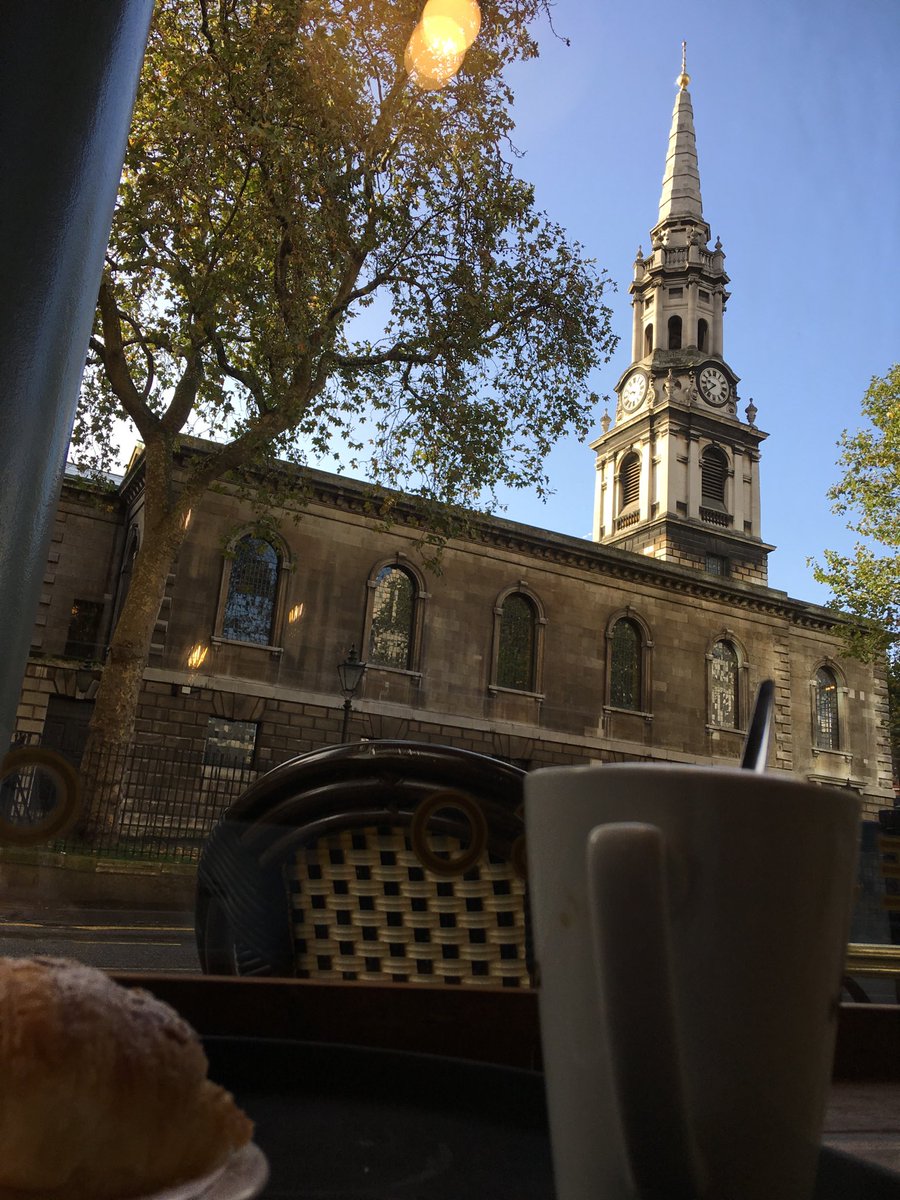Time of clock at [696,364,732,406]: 9:38
